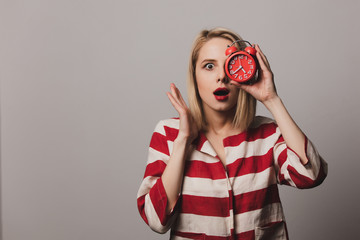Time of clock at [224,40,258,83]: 4:38
